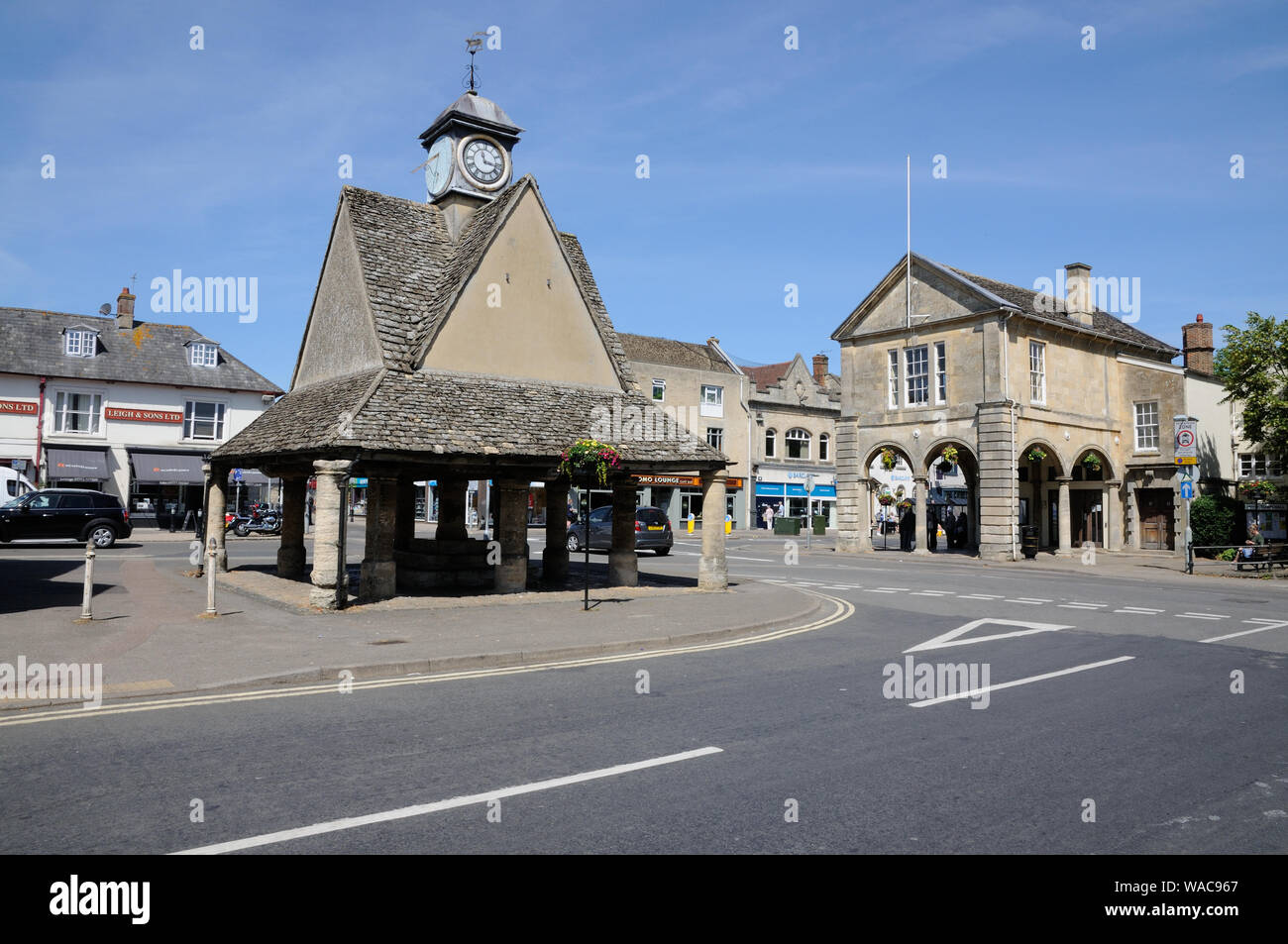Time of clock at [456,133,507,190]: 11:16
